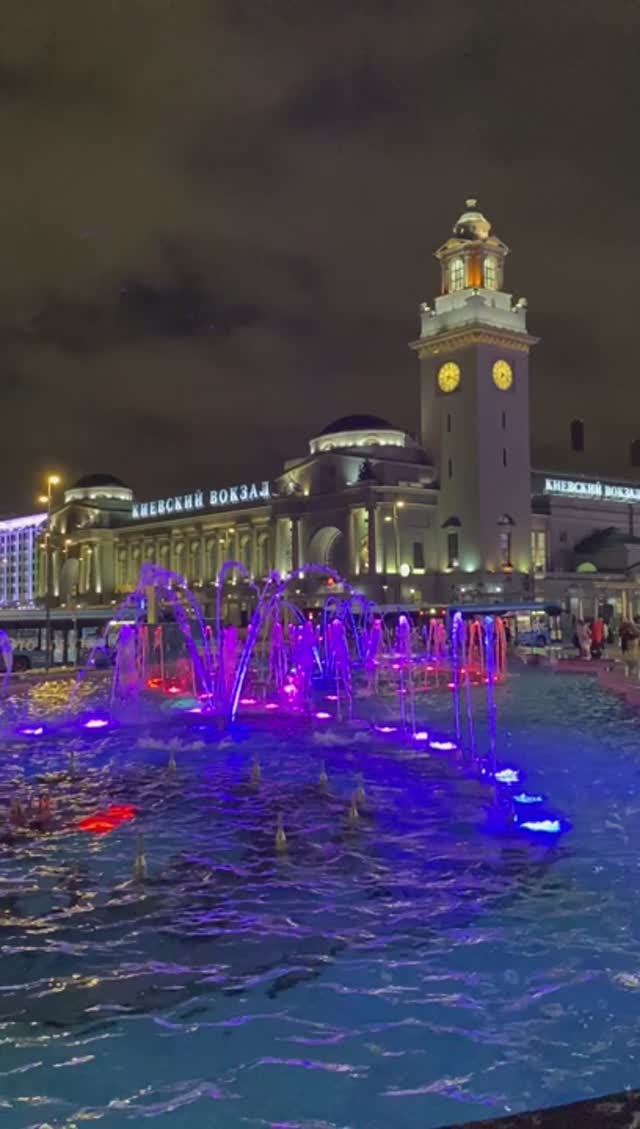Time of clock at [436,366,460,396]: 7:17
